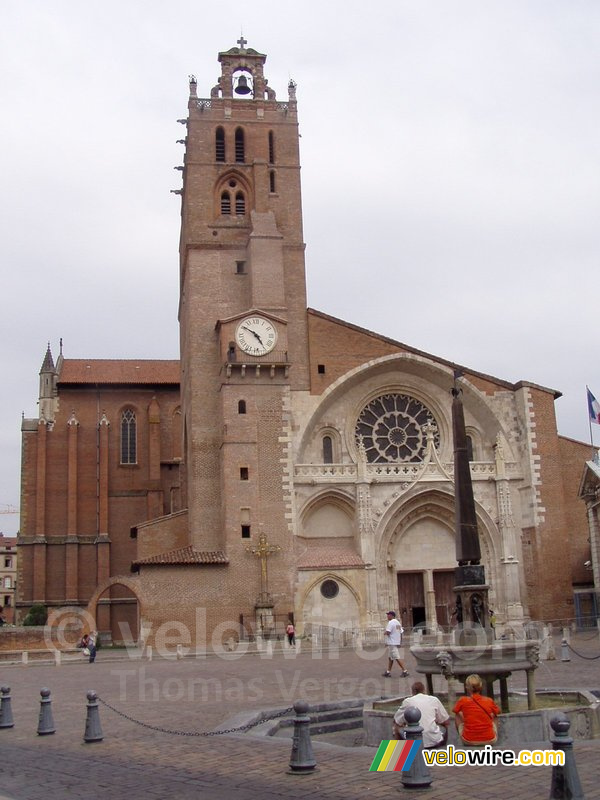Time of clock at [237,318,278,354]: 4:50
